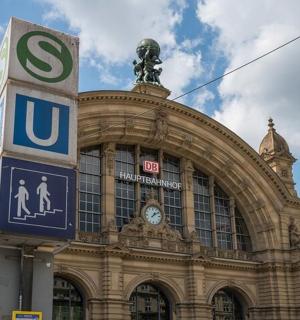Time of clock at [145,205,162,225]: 1:09
